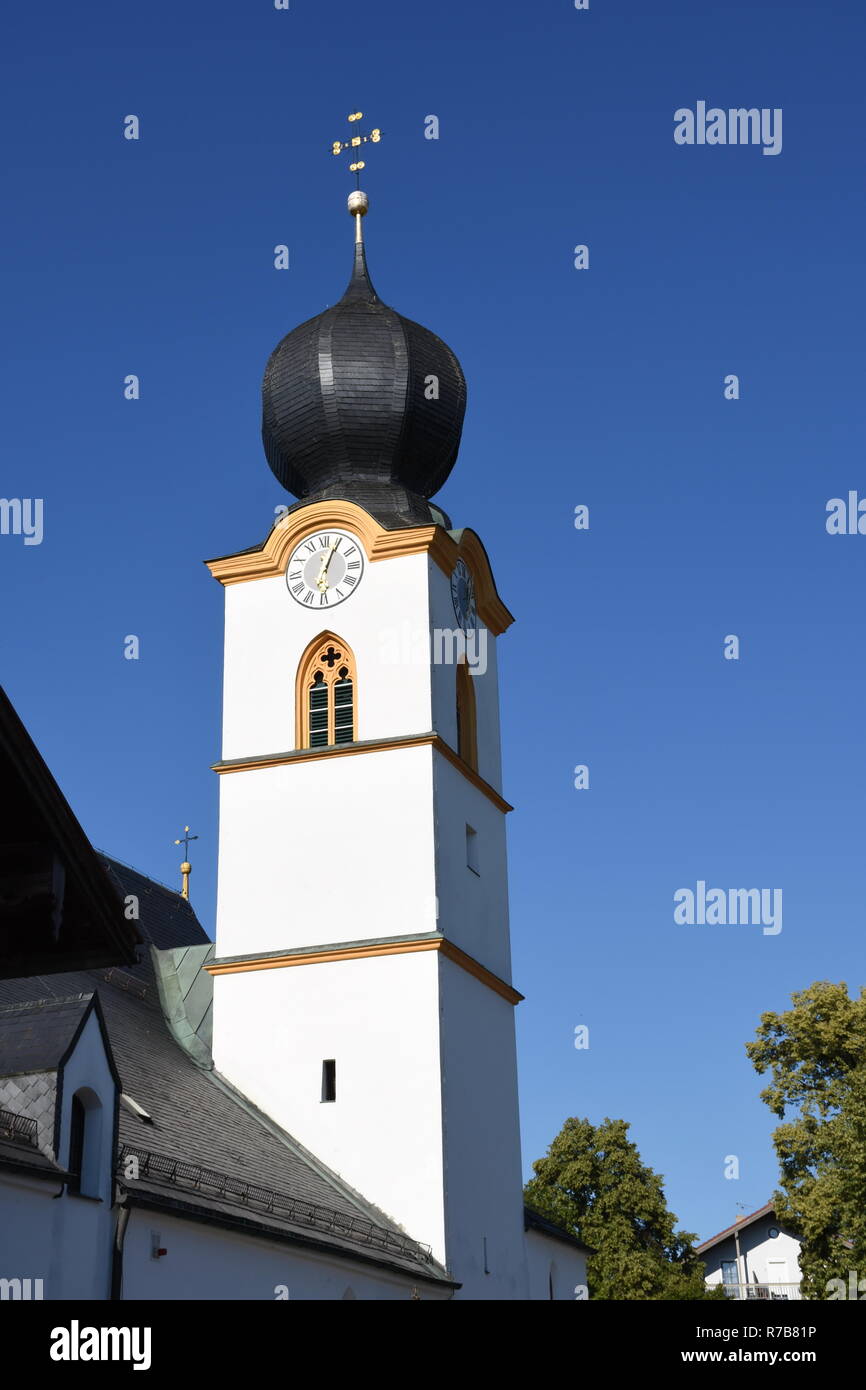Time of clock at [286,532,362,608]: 6:04
